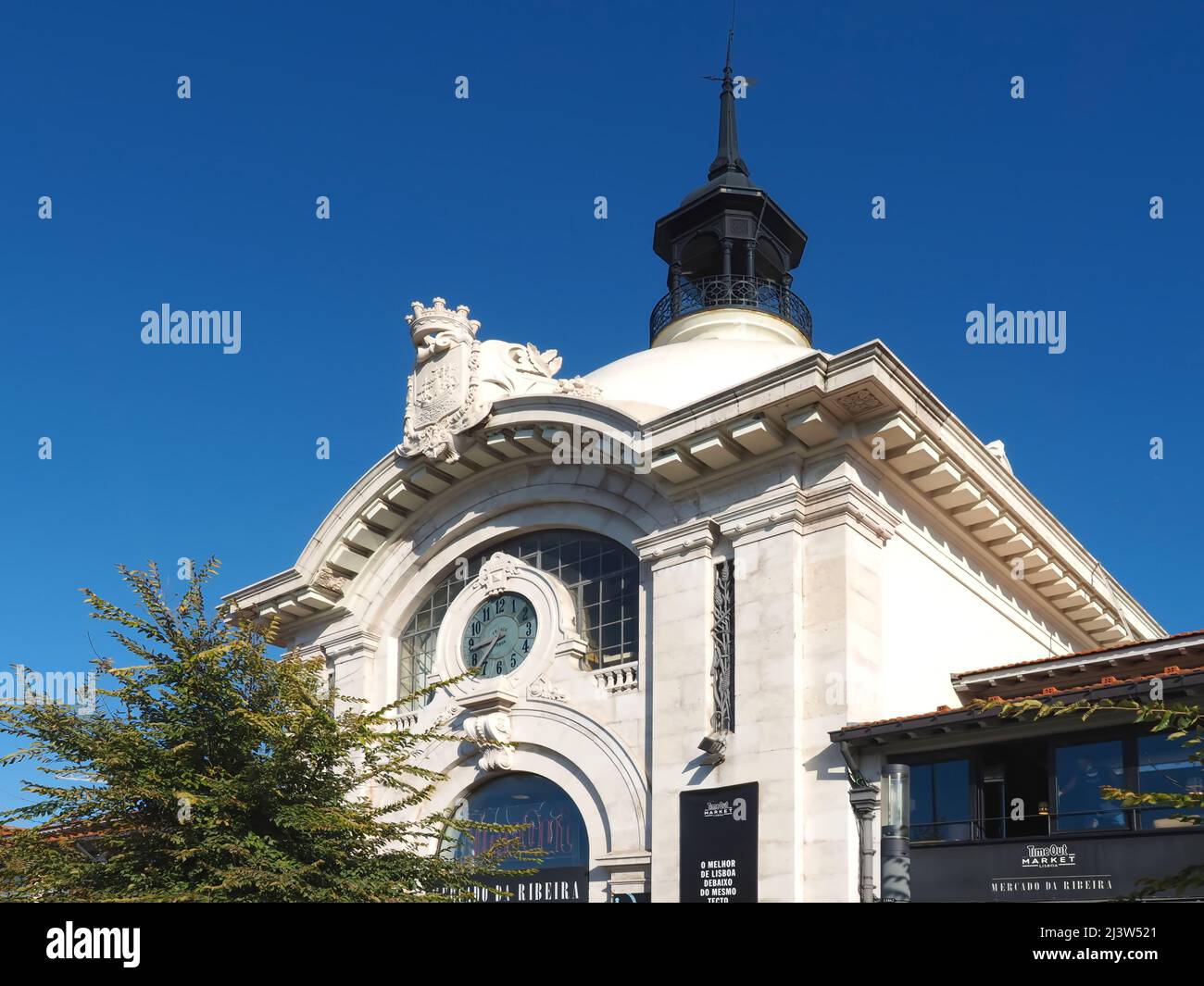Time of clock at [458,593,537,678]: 8:36
